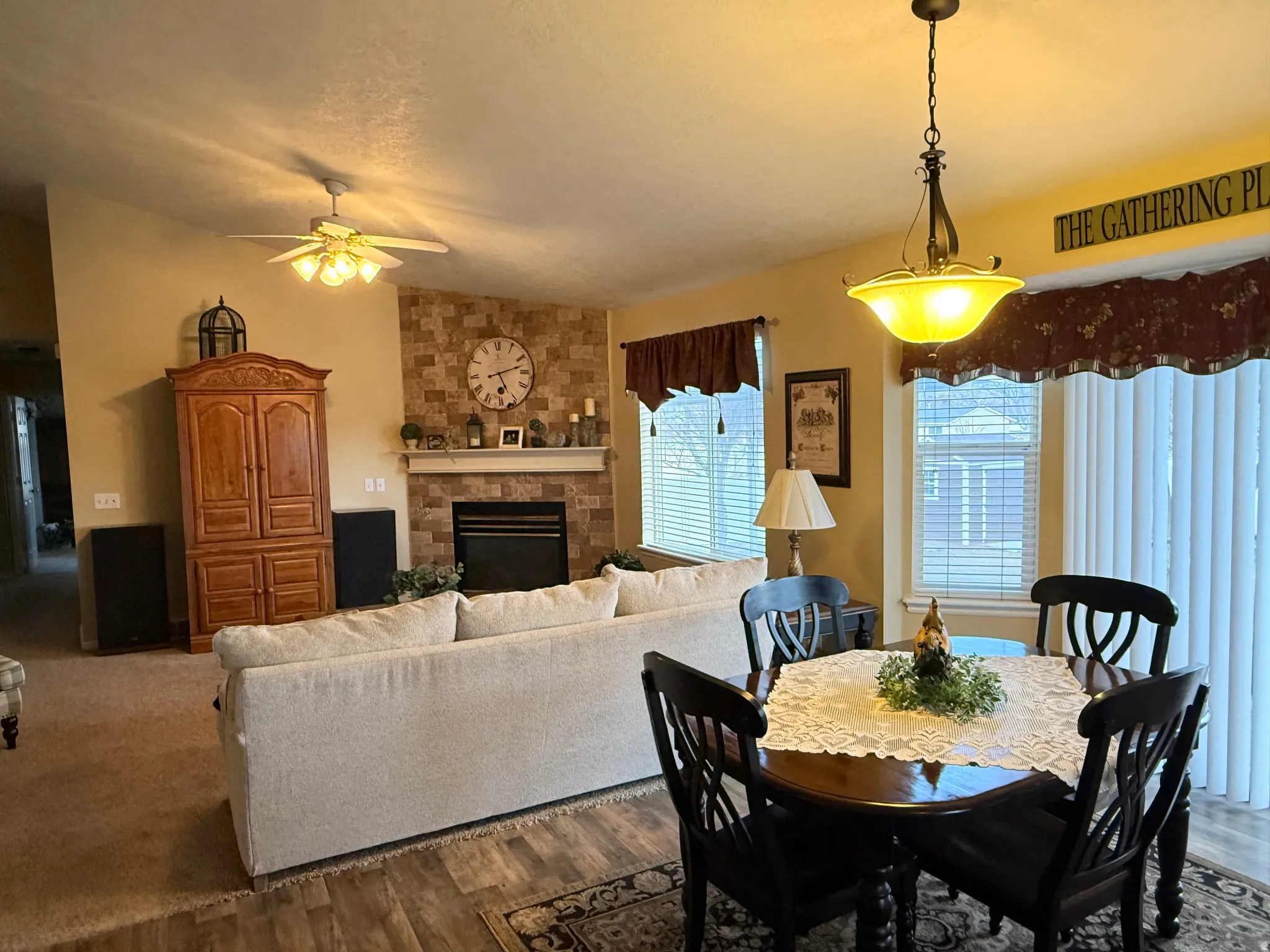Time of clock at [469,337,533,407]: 5:12
